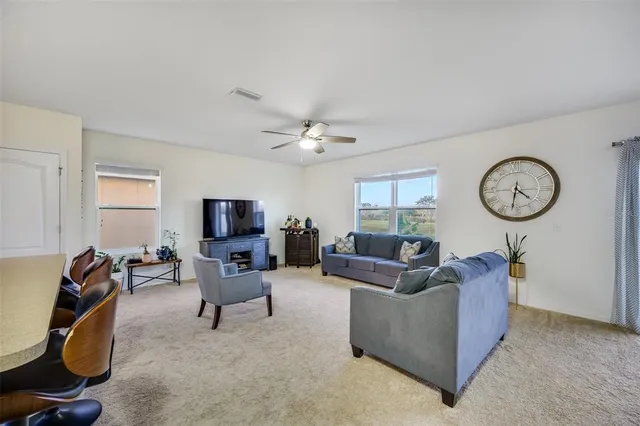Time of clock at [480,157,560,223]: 4:31
